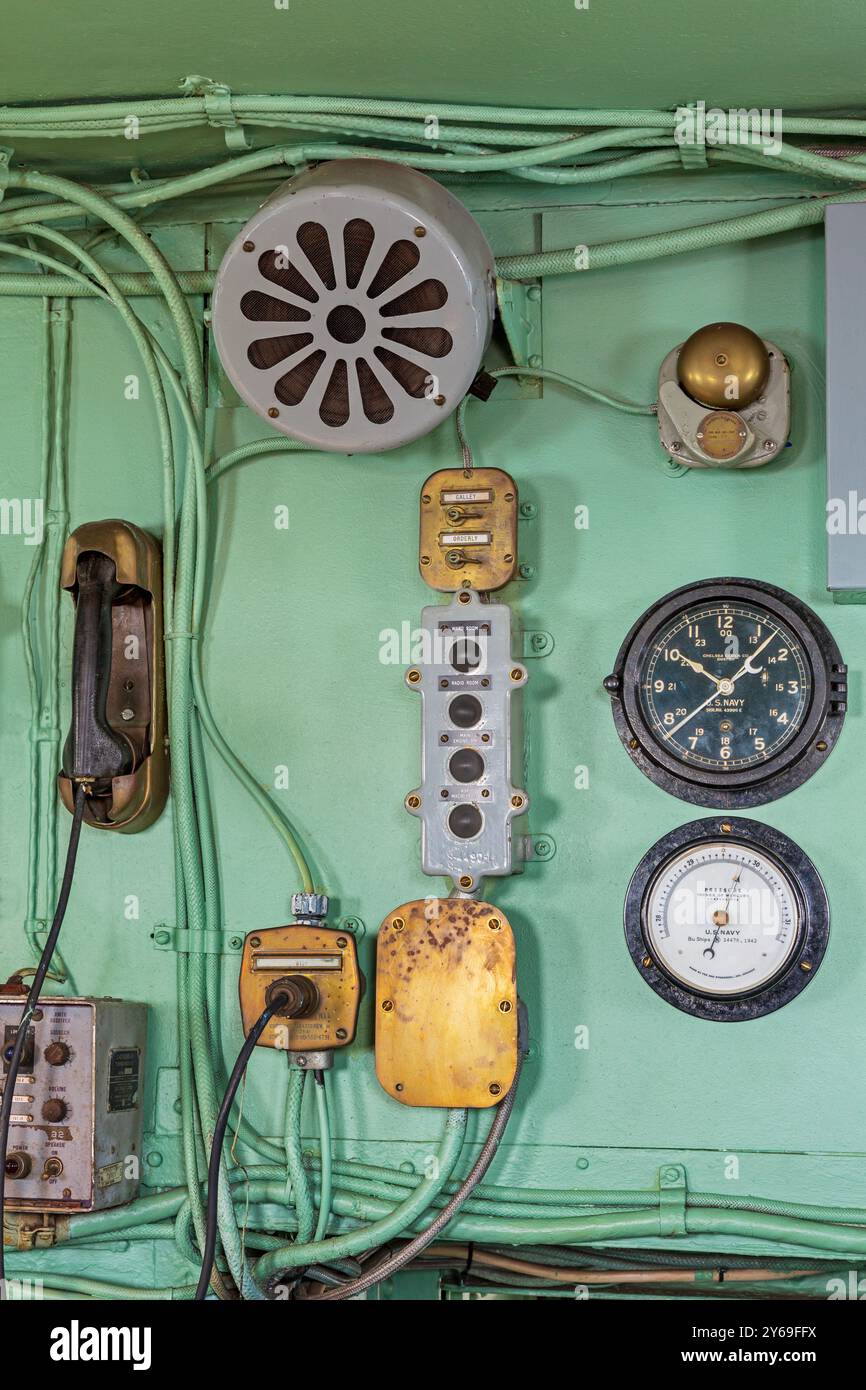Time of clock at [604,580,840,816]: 10:07
